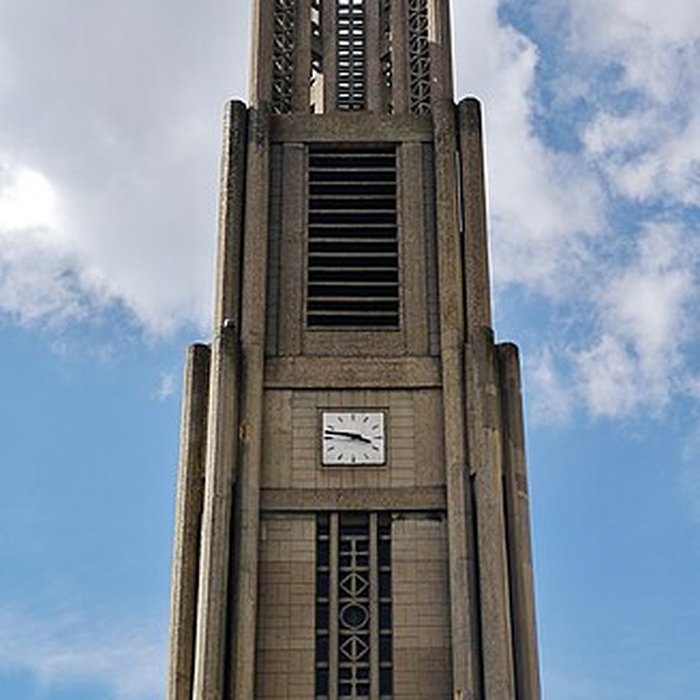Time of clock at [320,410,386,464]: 3:47
